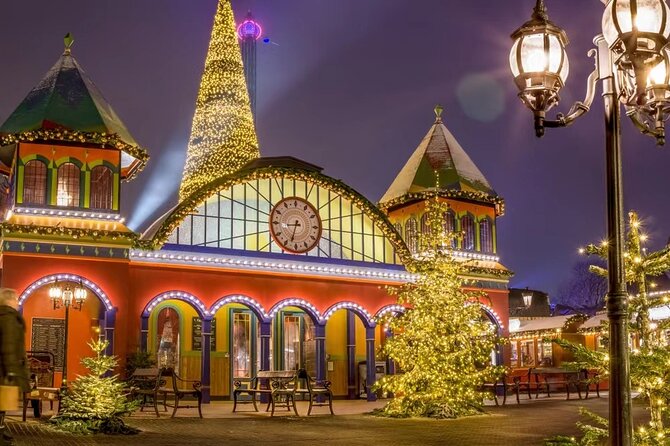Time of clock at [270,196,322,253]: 8:33
